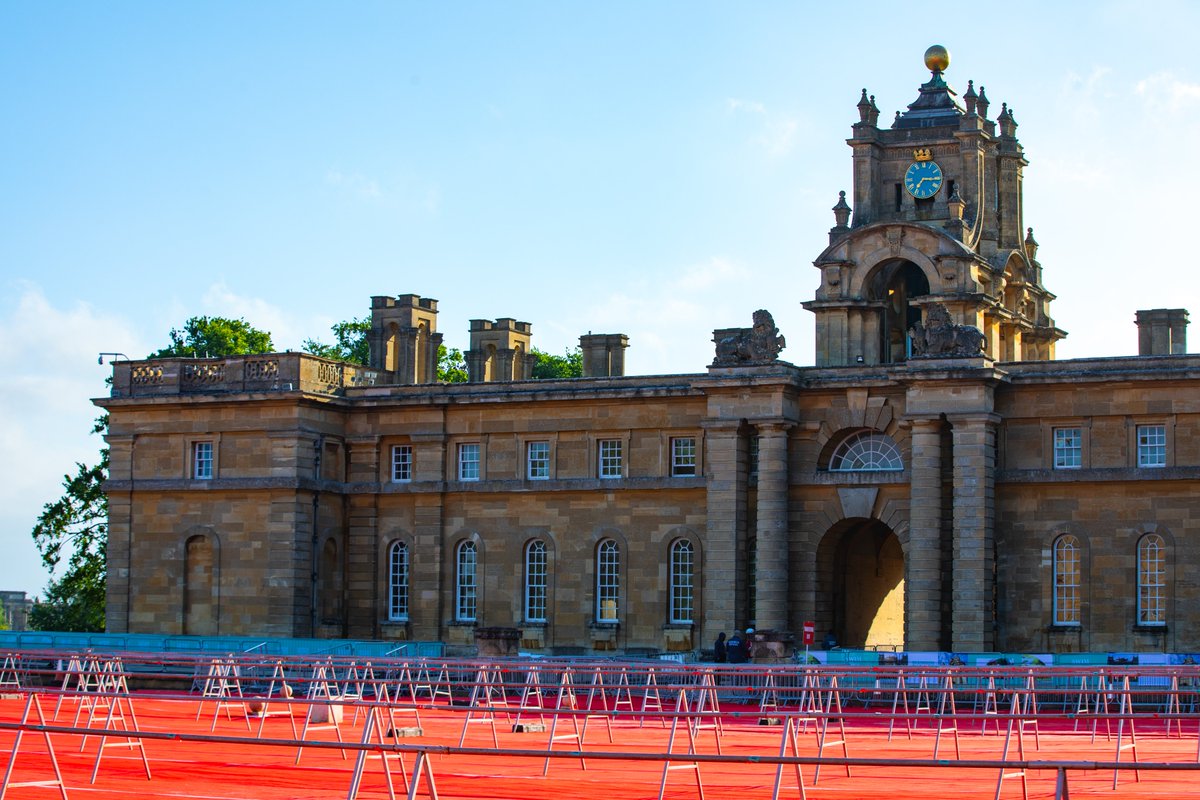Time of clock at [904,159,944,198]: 7:15
